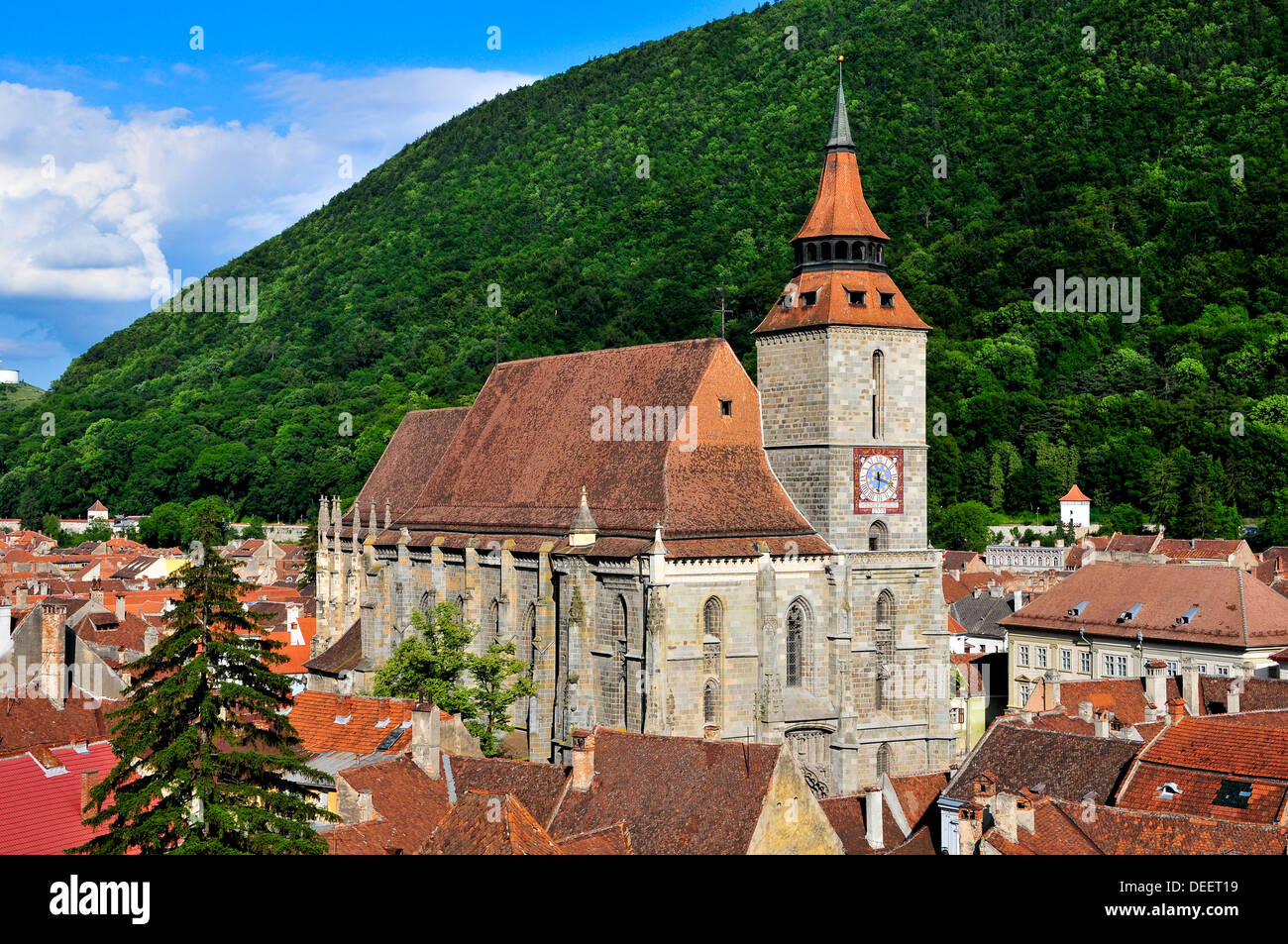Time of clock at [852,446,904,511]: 6:18
